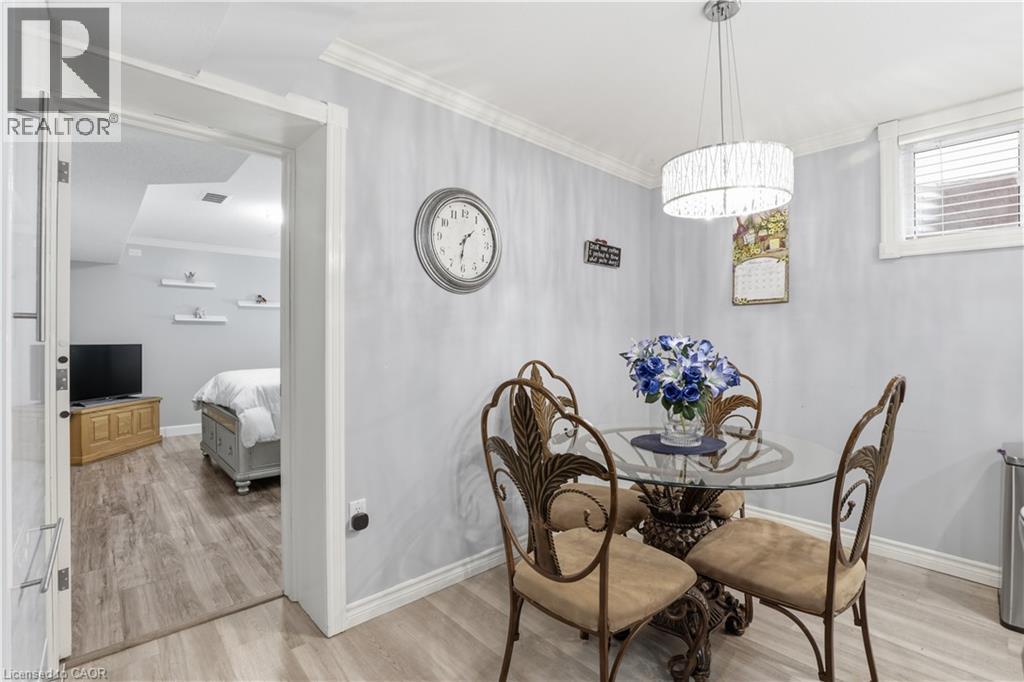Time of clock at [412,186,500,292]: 1:31
